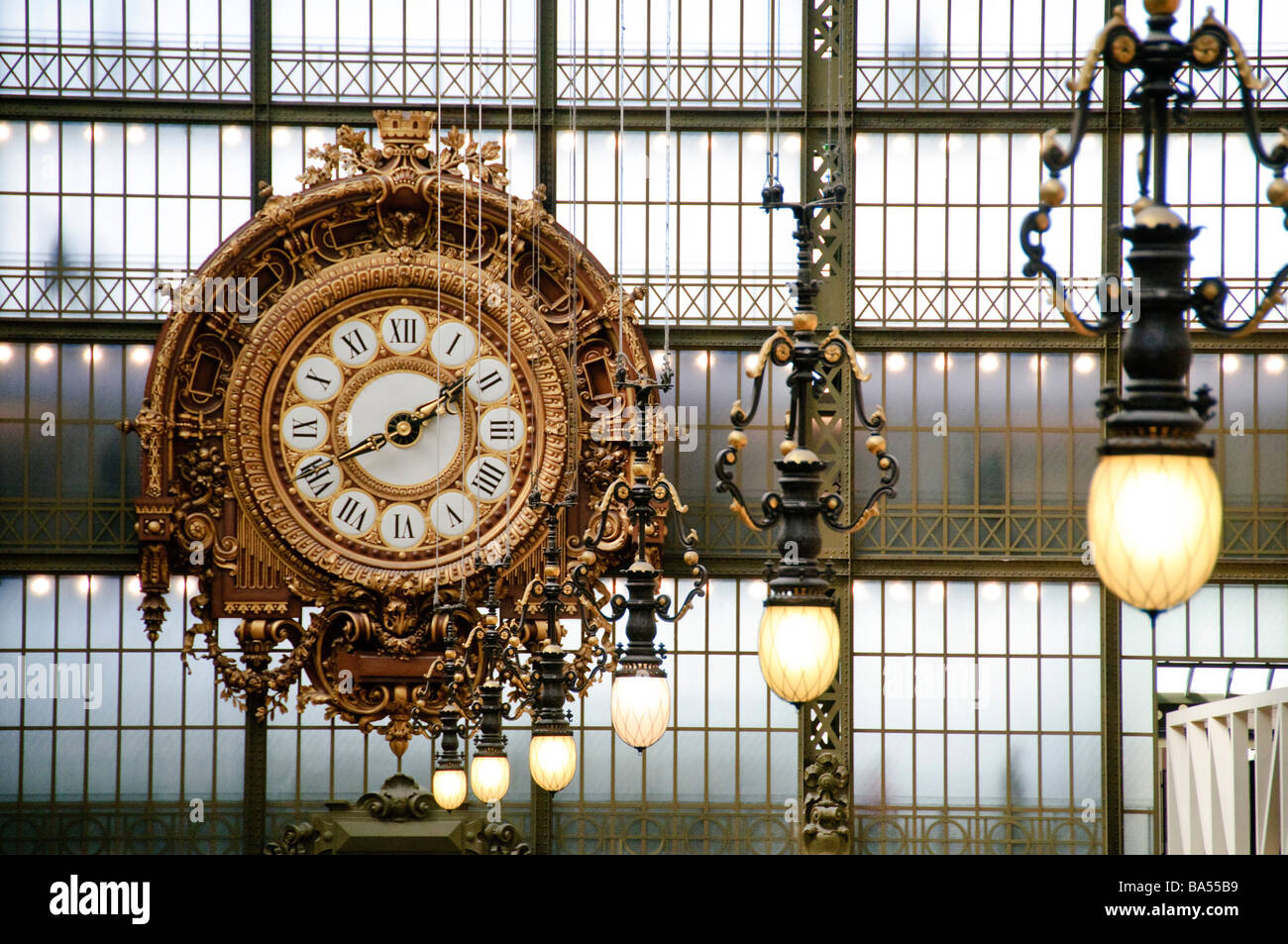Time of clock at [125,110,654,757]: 1:40
